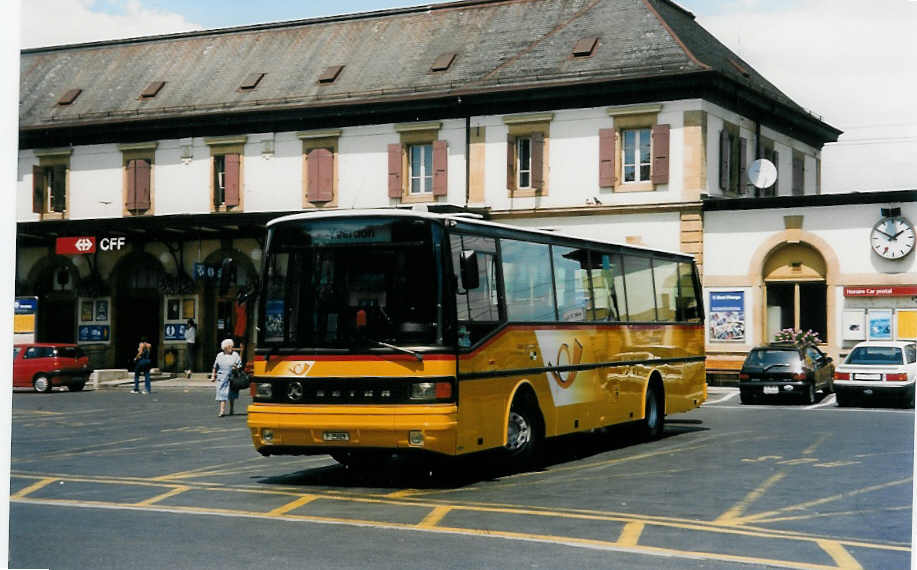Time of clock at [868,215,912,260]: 1:50
